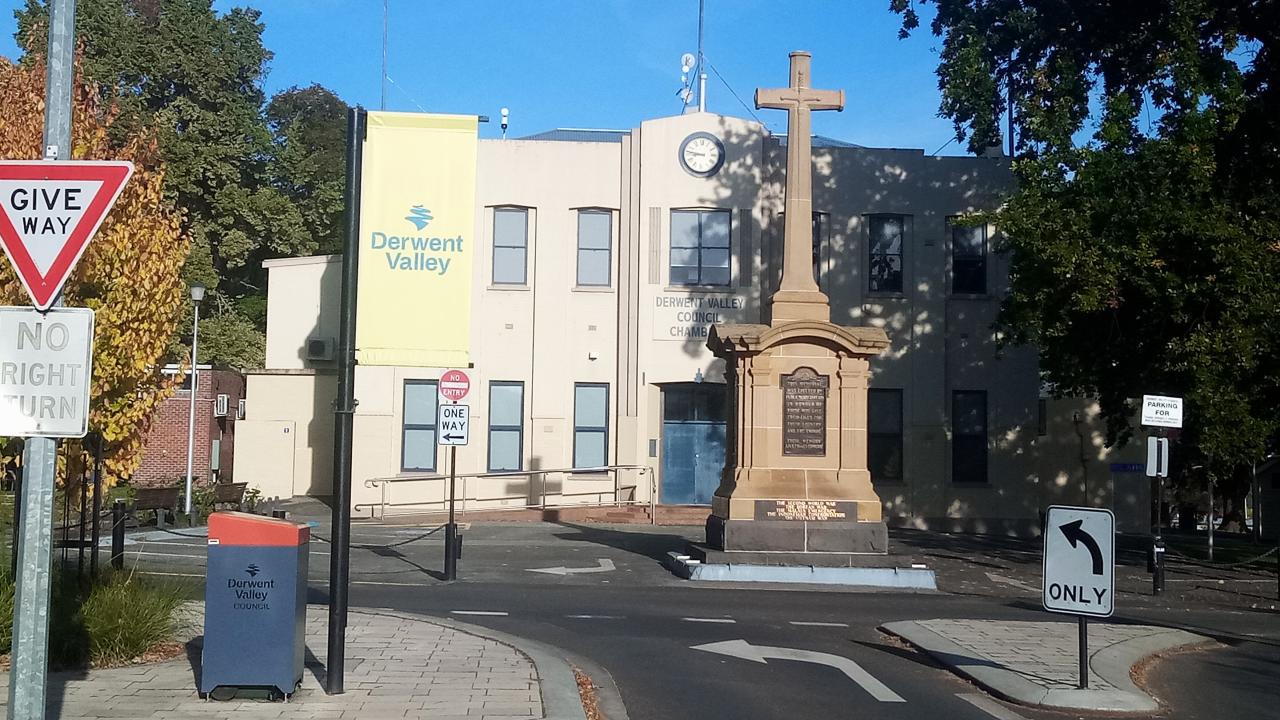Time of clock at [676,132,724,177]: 8:46
